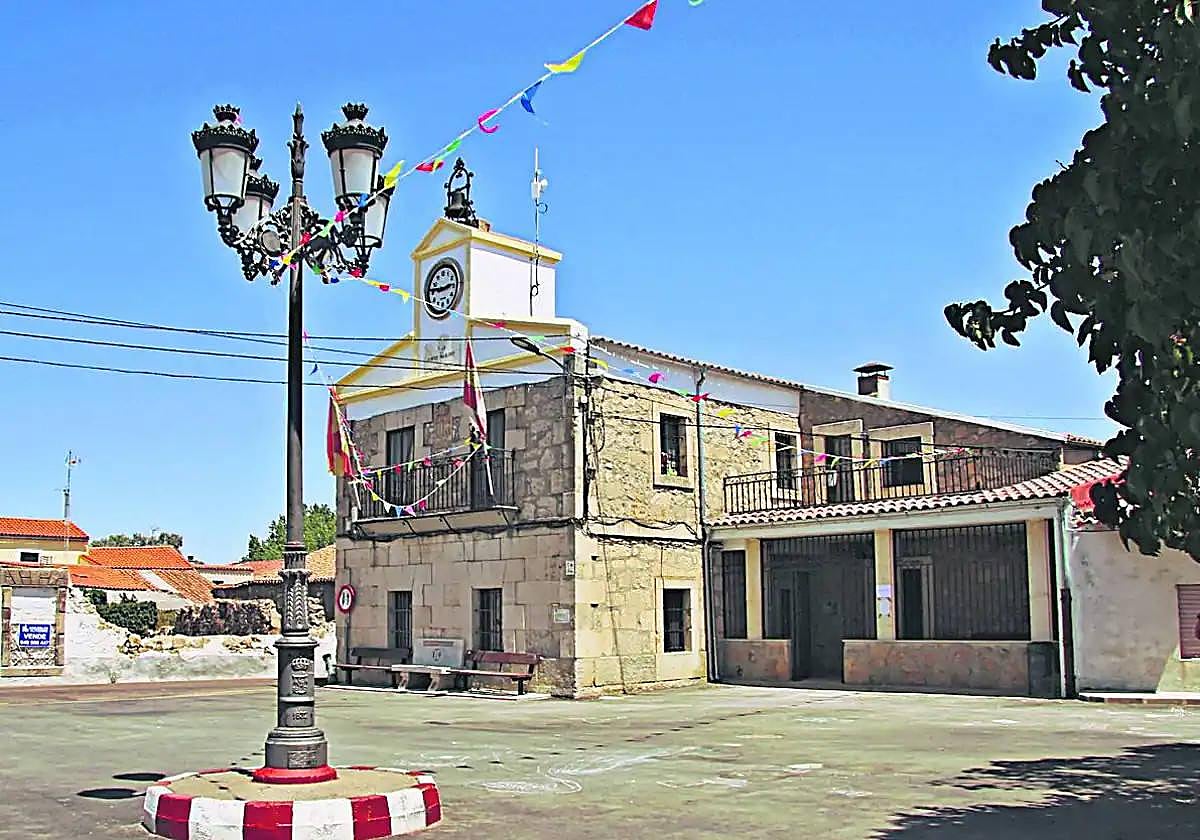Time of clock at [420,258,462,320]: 2:46
